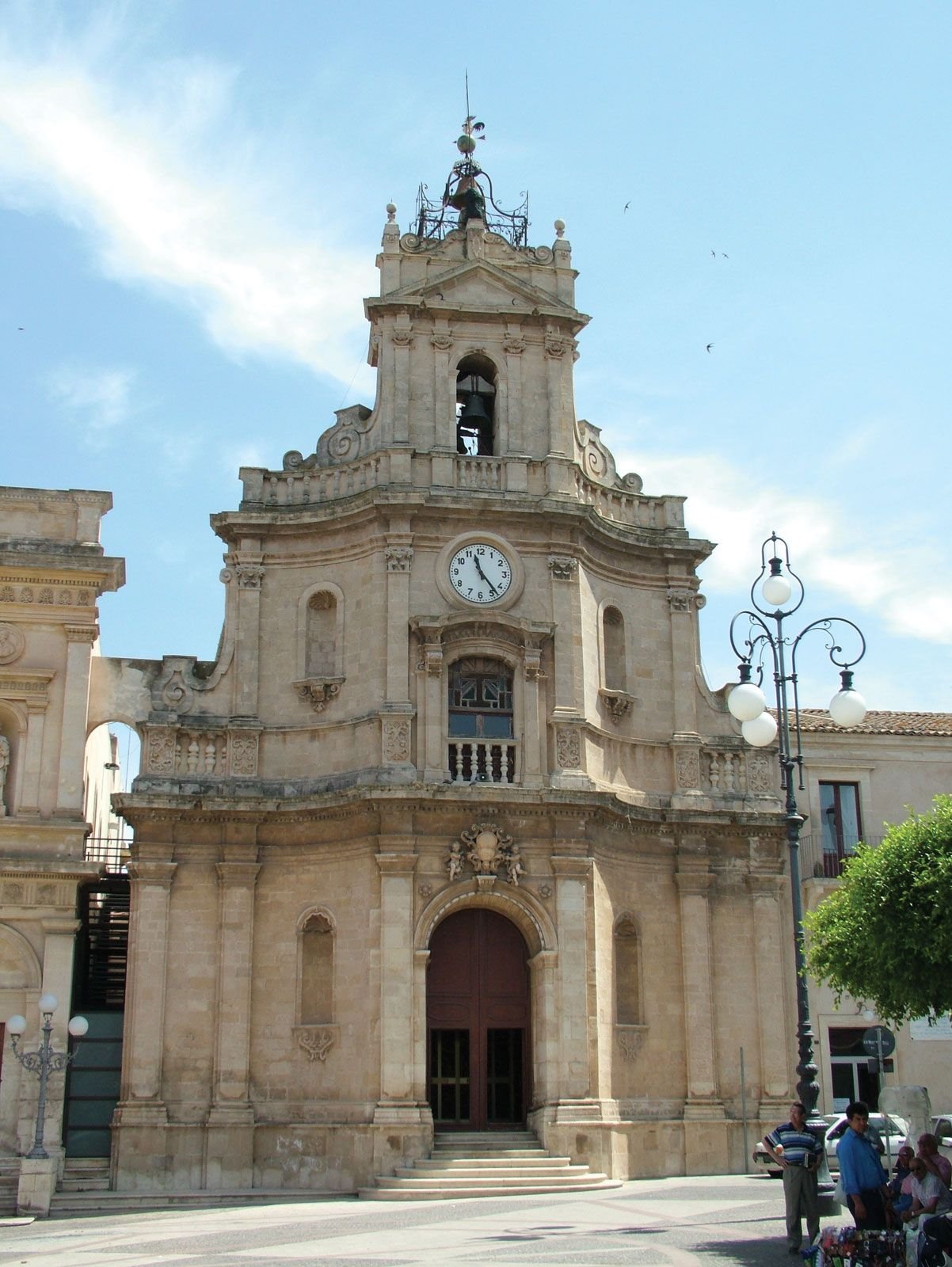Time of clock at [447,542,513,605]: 11:23
